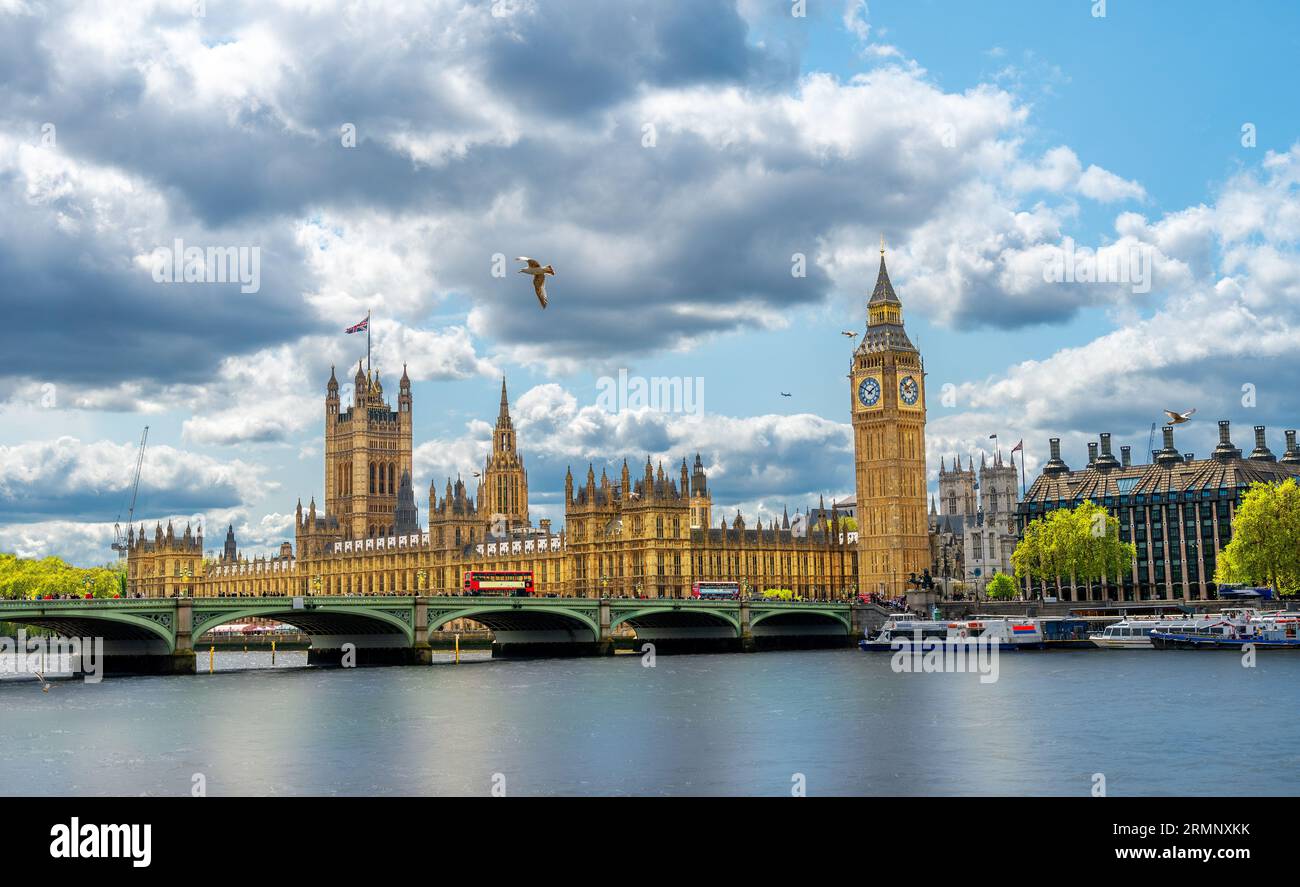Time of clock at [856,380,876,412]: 1:50
